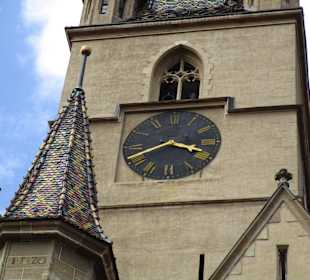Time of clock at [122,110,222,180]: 3:41
